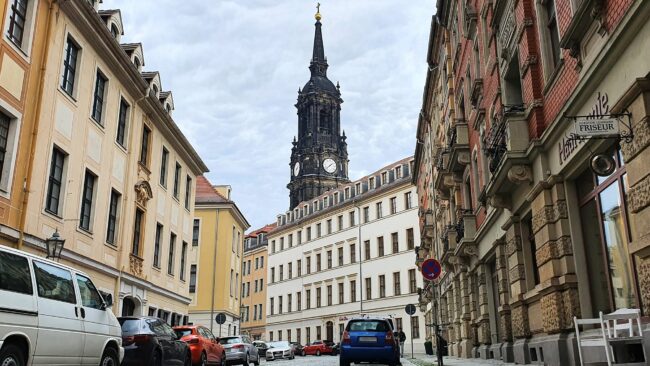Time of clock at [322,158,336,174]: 1:38
